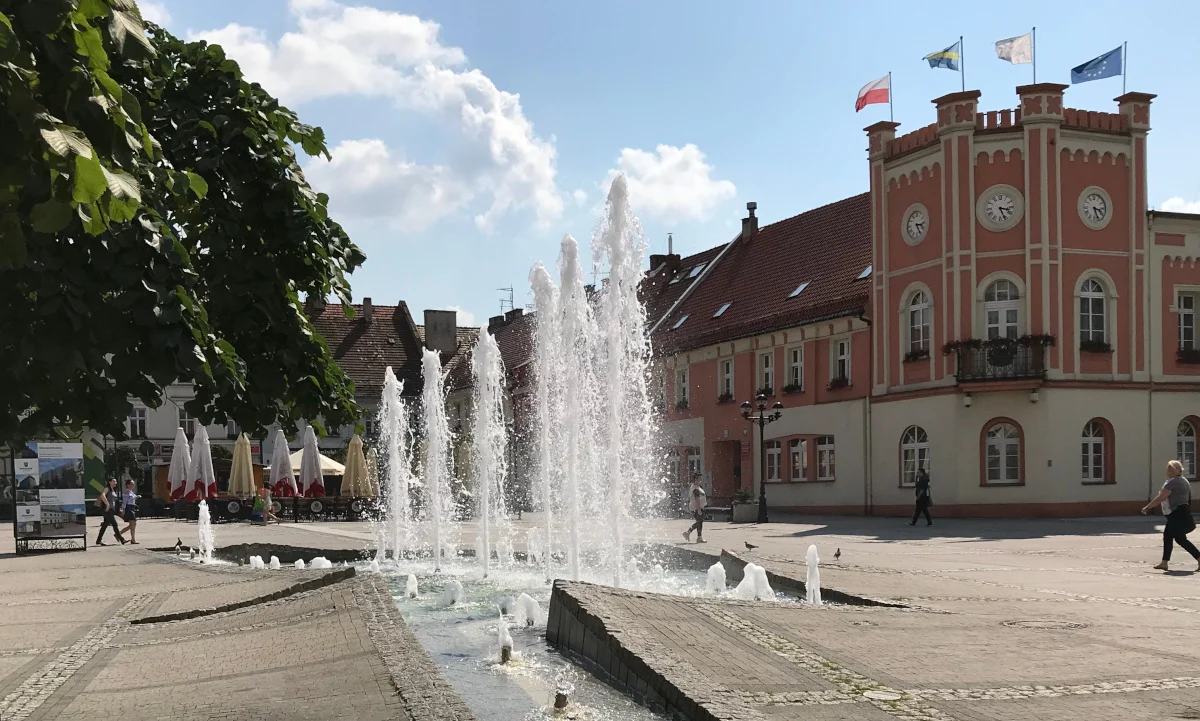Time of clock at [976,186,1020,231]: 3:26
